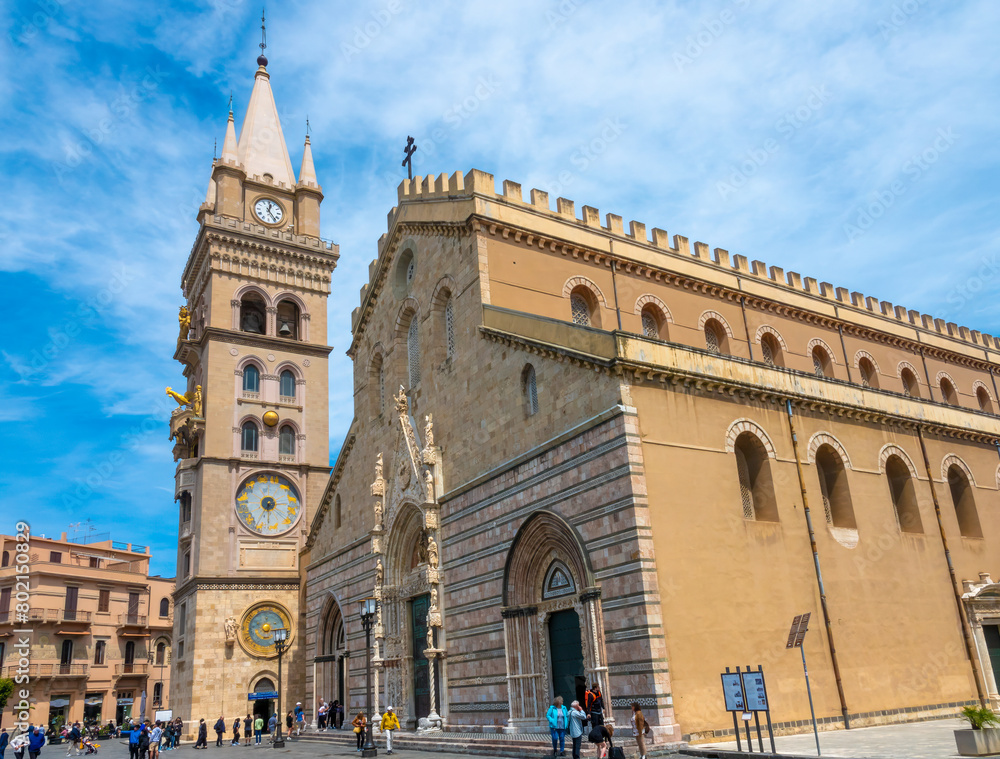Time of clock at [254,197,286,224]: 12:23
